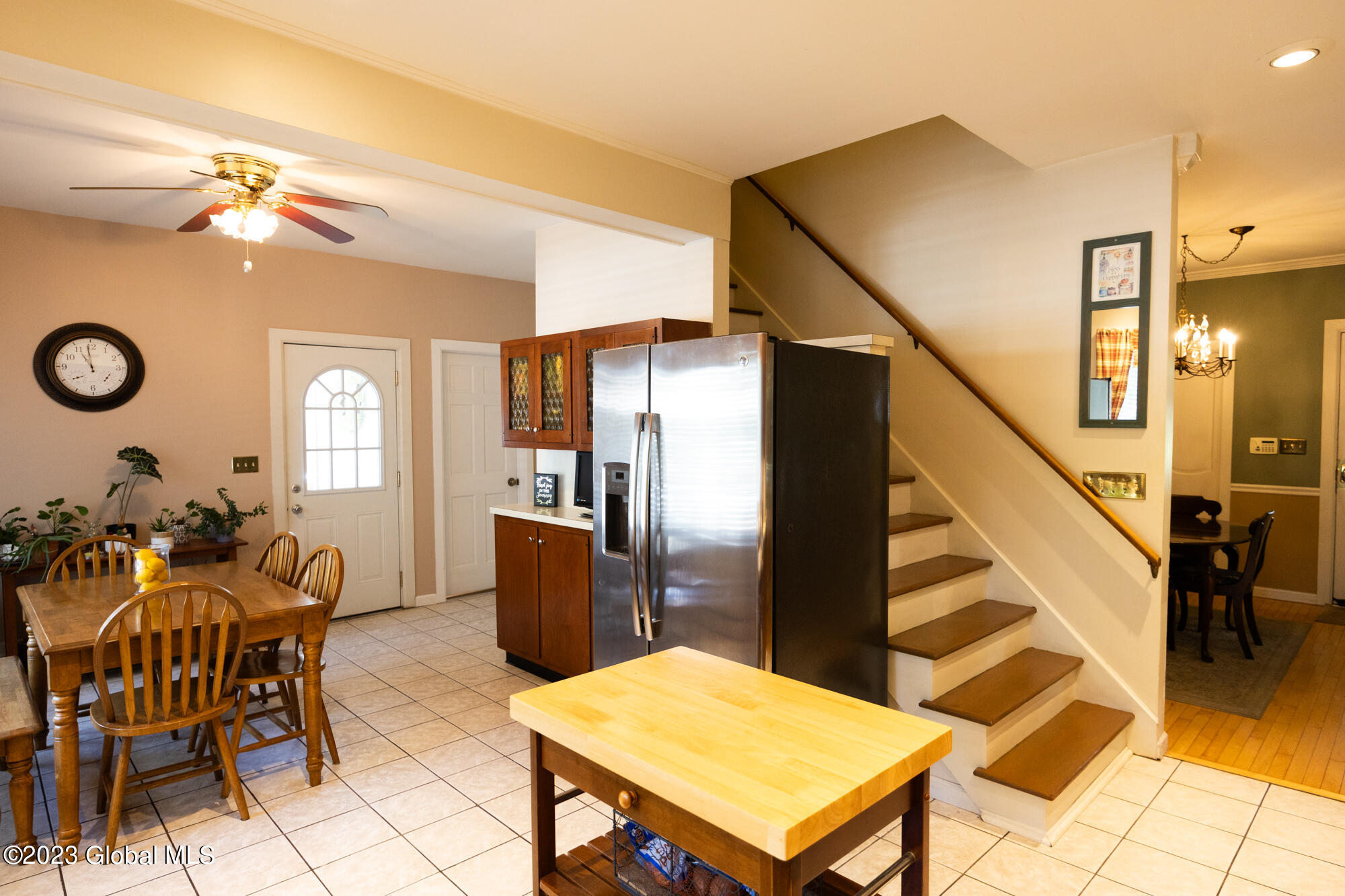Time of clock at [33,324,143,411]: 10:58
